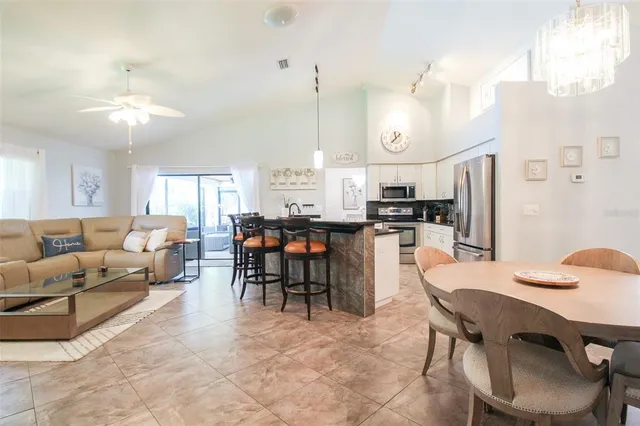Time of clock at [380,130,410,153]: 11:37
